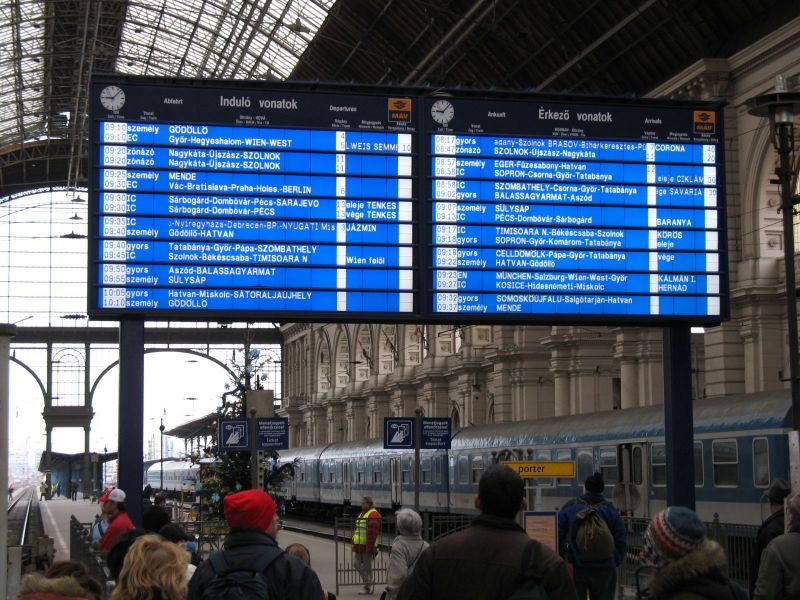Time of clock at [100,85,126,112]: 9:07
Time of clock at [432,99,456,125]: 9:07
